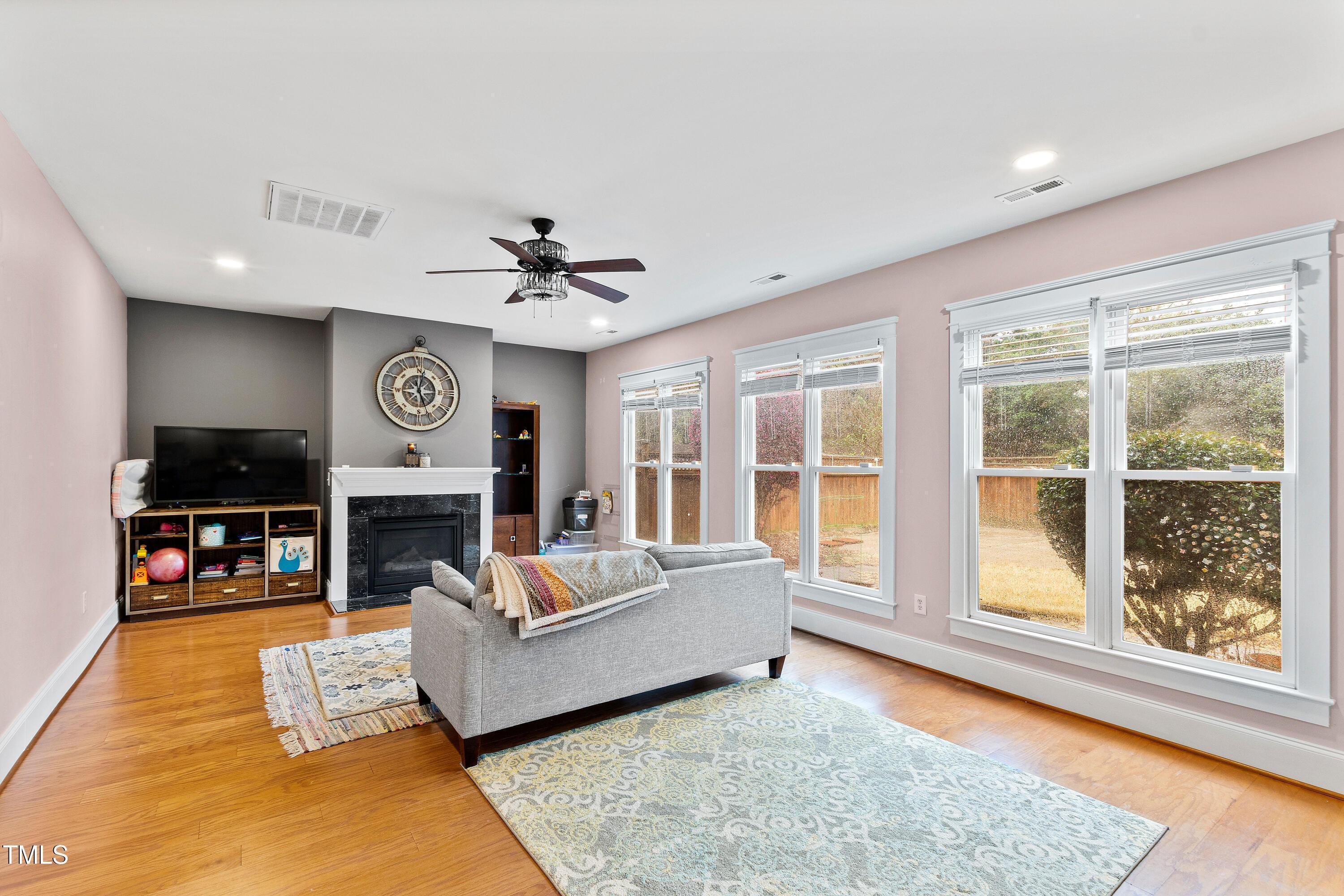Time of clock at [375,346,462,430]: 12:26
